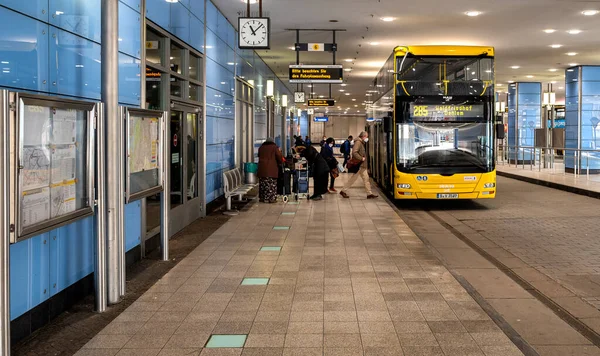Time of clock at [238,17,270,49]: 11:07
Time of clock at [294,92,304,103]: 11:07
